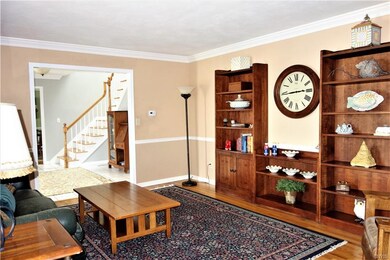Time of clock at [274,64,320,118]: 2:44
